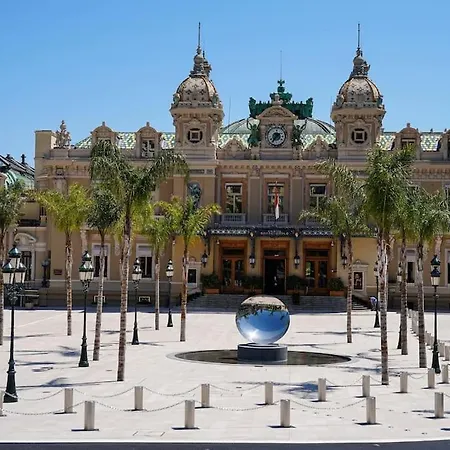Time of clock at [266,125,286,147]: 1:36
